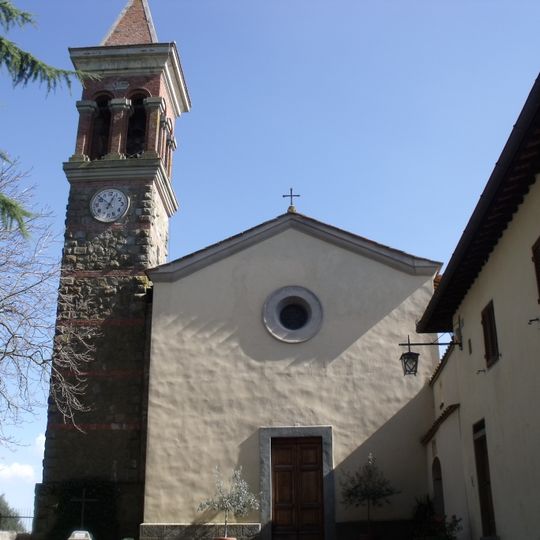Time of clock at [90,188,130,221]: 12:52
